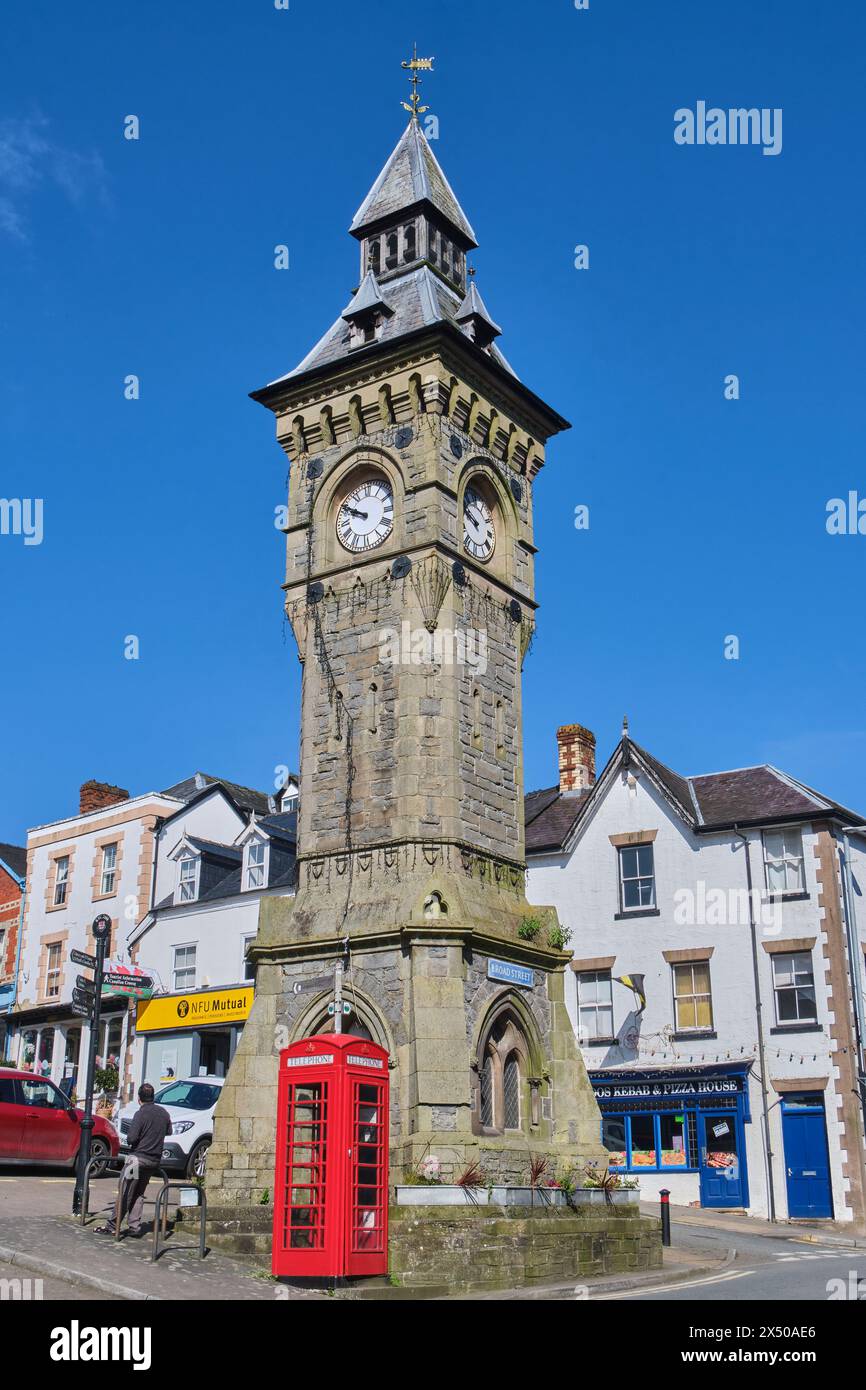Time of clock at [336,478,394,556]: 9:50
